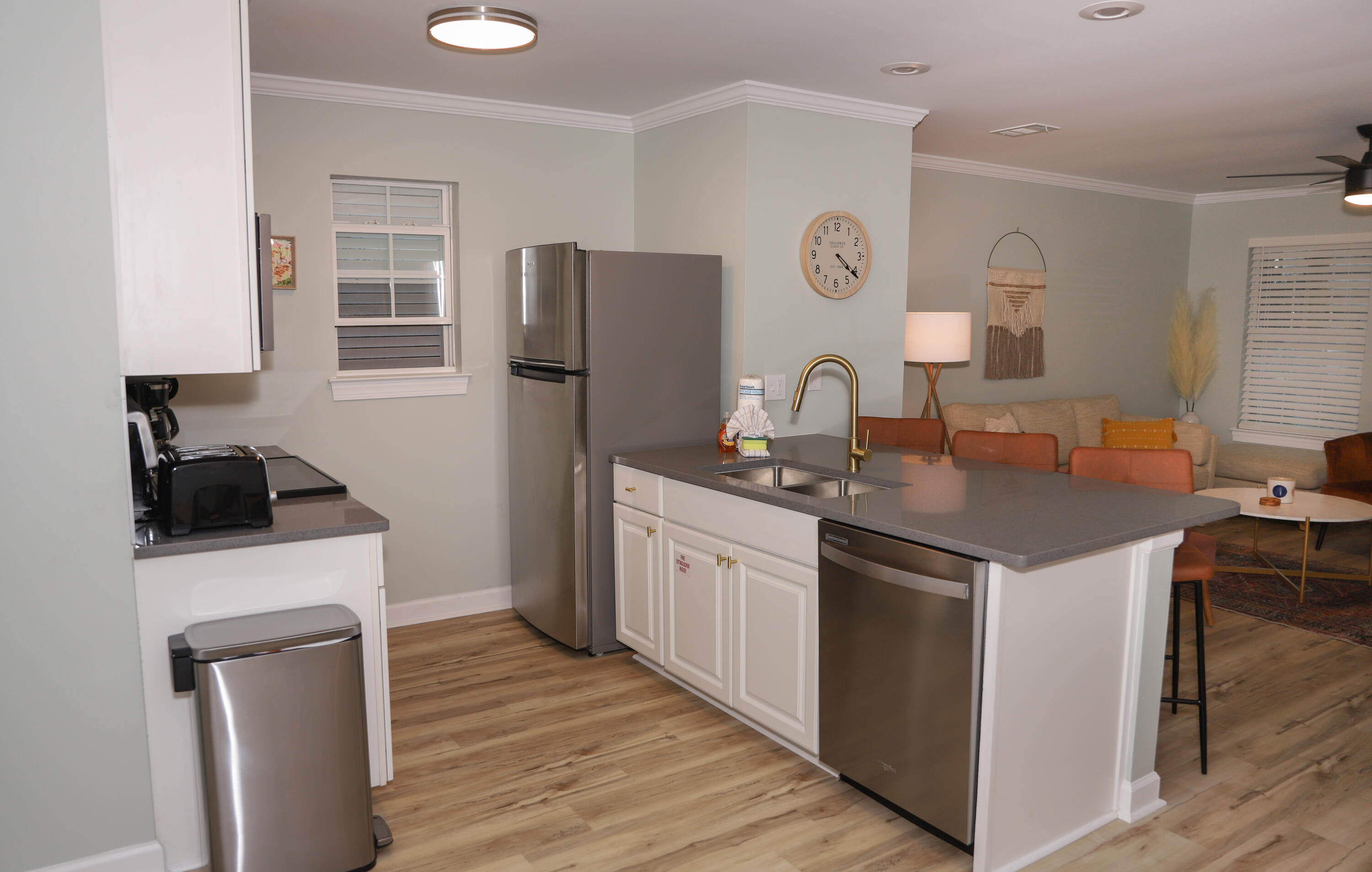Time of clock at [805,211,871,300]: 4:21
